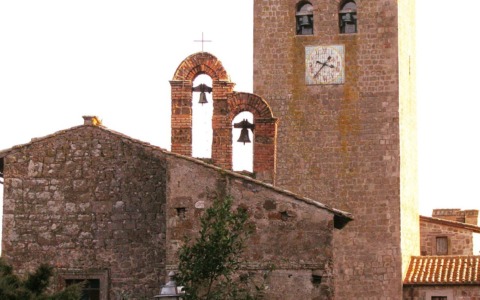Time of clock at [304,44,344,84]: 3:37
